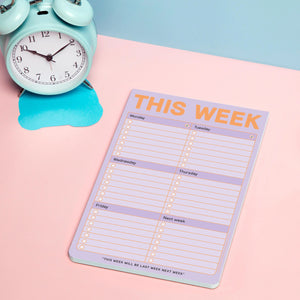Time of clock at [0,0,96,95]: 10:09
